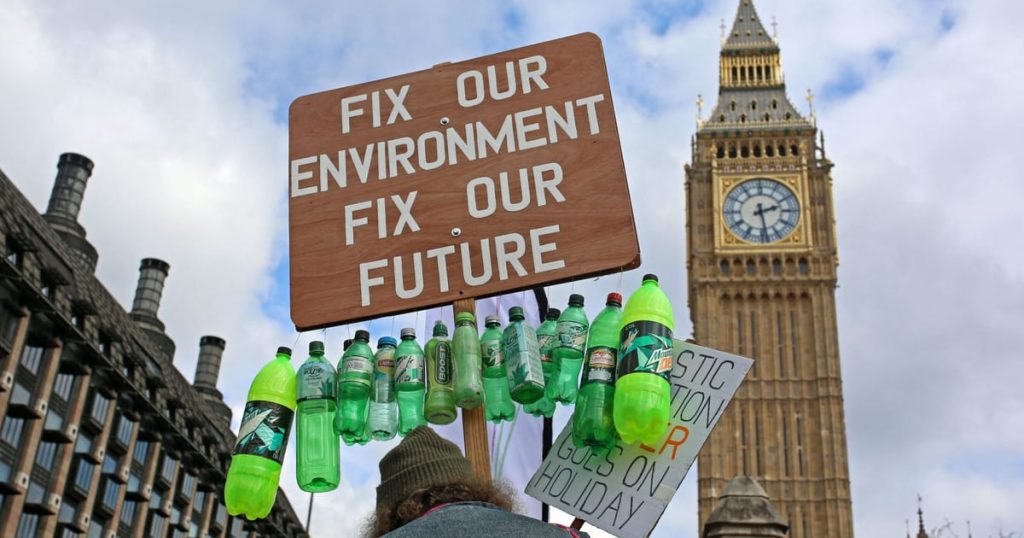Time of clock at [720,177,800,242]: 2:28
